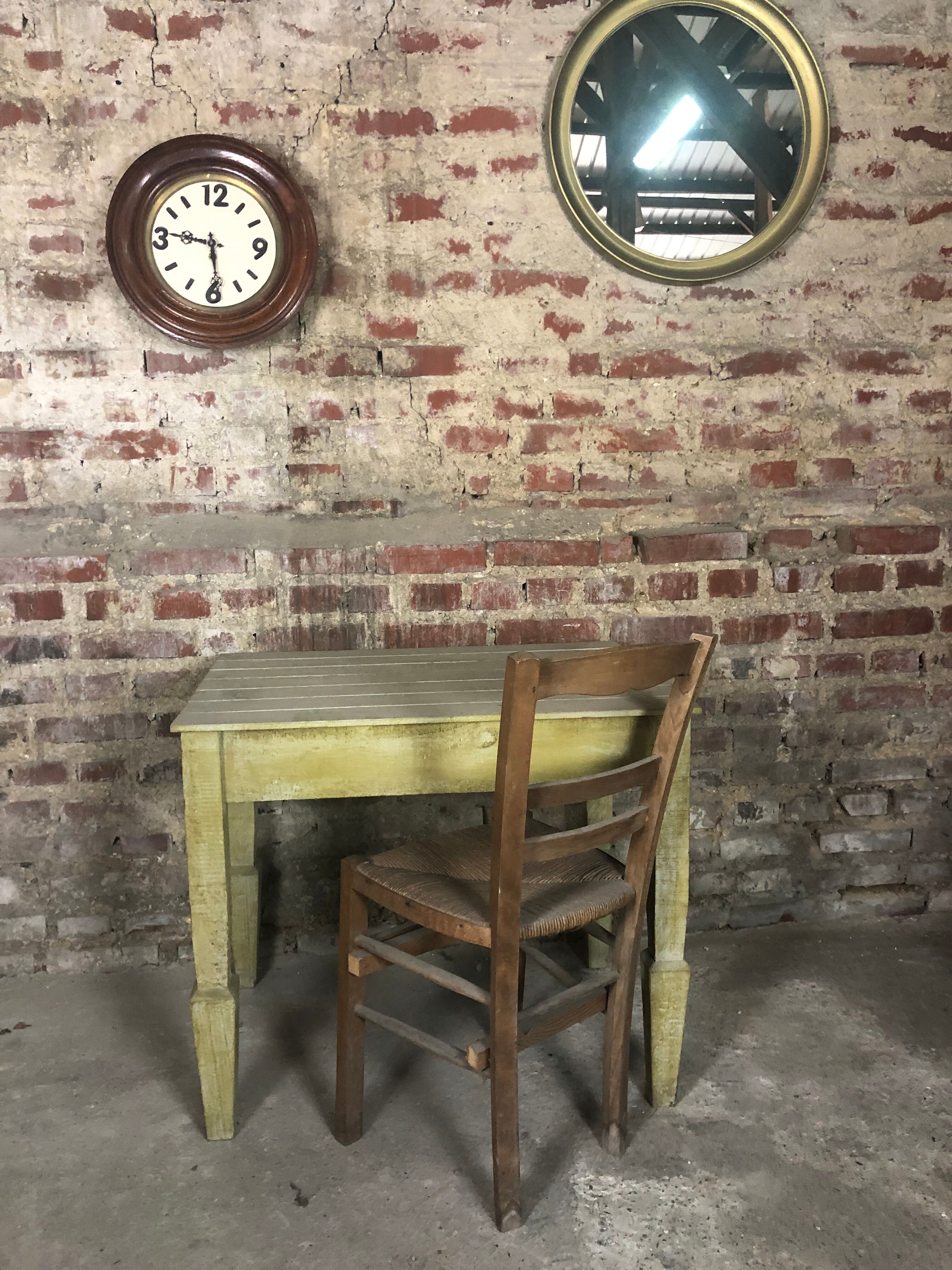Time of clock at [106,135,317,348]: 5:46
